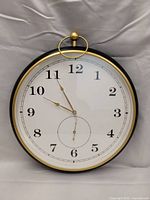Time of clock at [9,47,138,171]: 9:55
